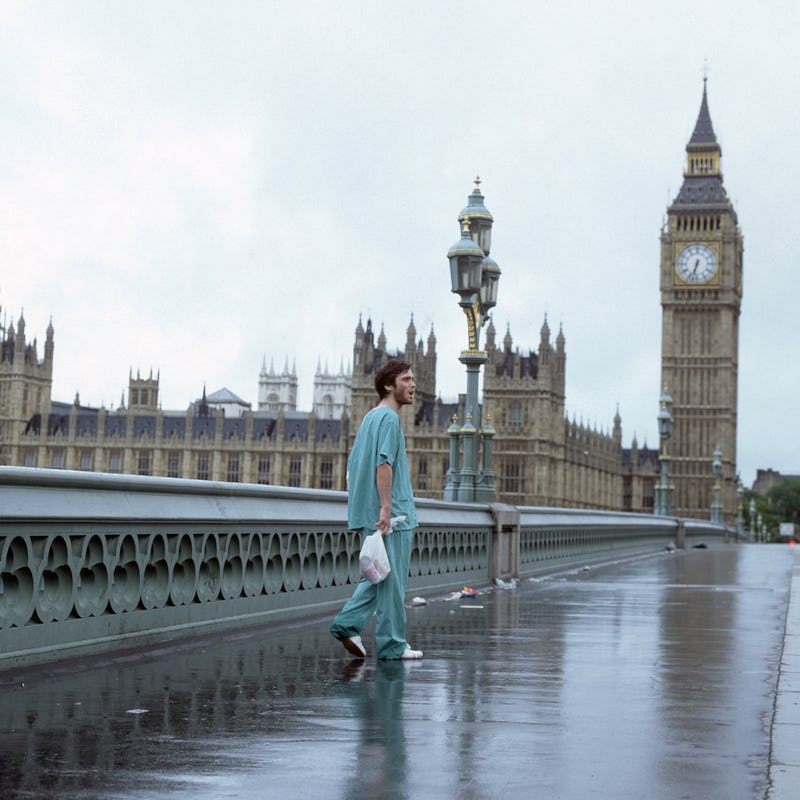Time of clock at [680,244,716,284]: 6:32
